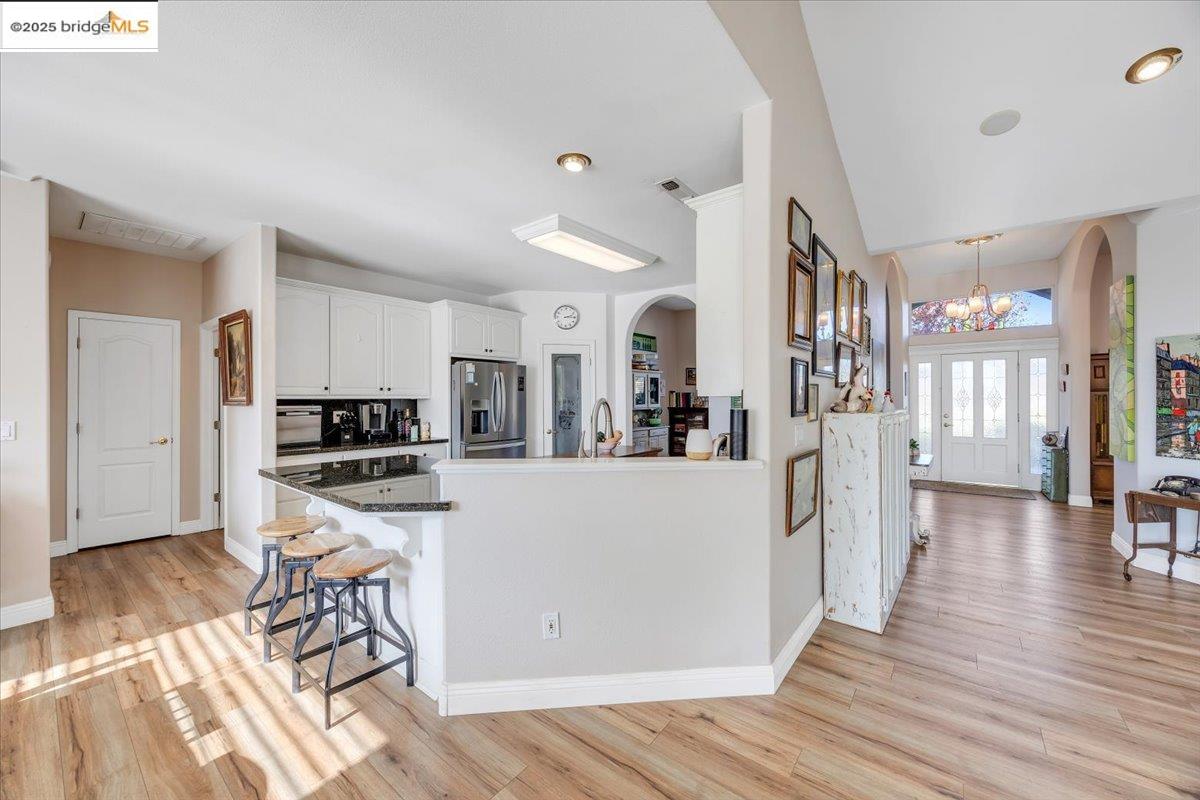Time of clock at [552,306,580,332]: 2:14
